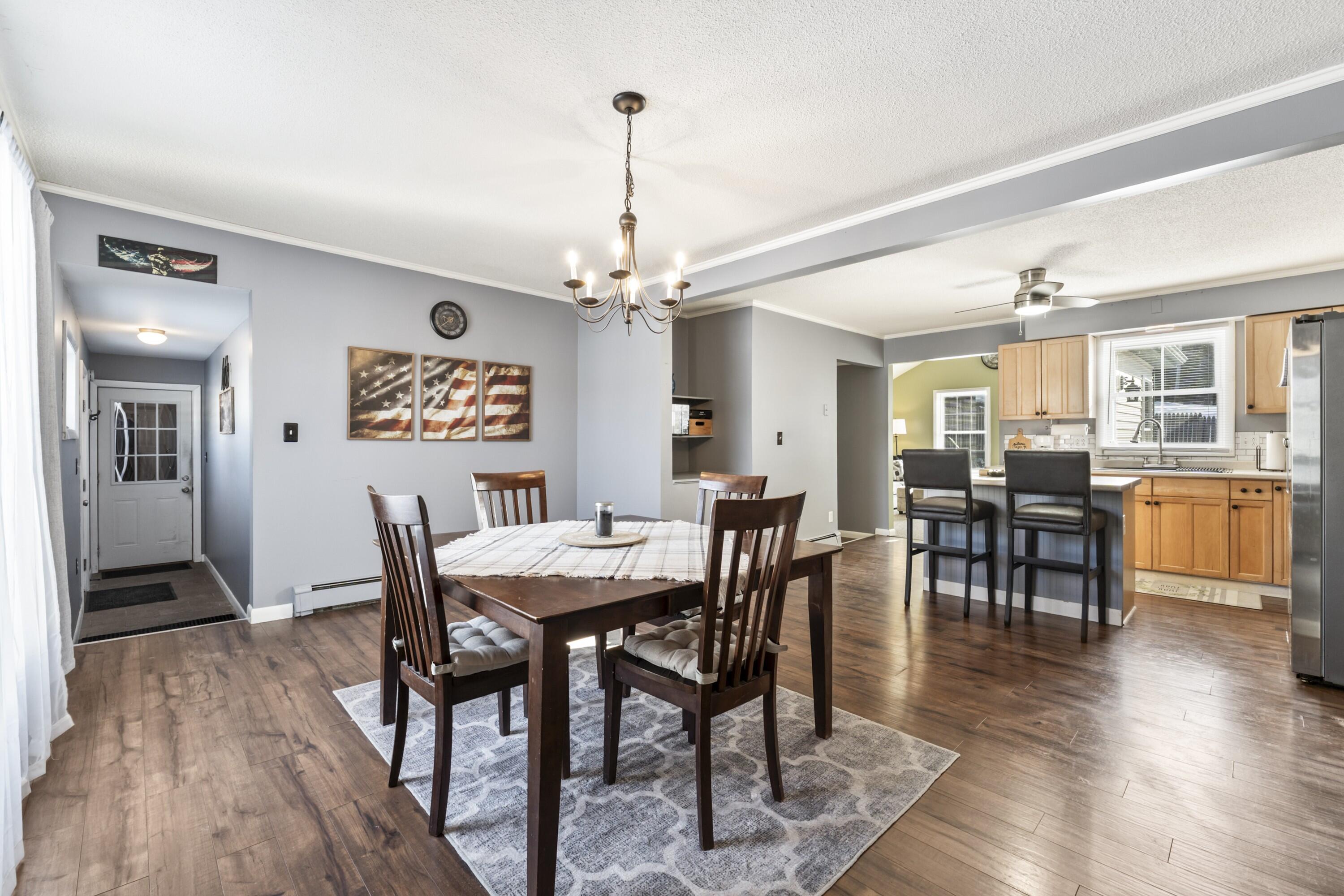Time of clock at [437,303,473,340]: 9:38
